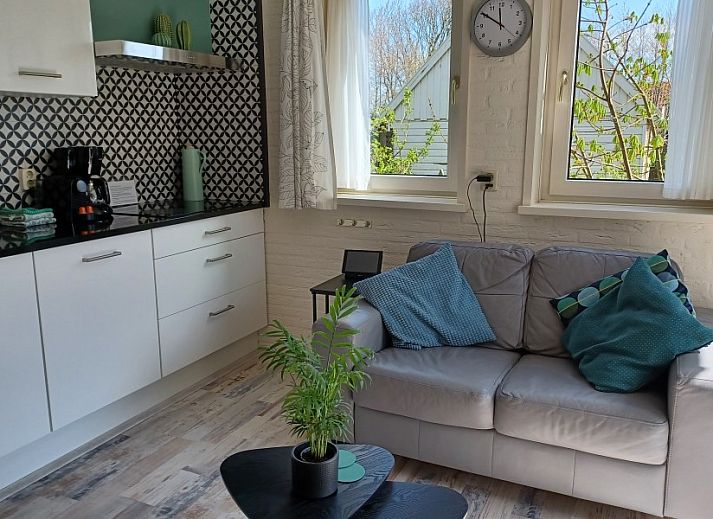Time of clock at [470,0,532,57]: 11:50
